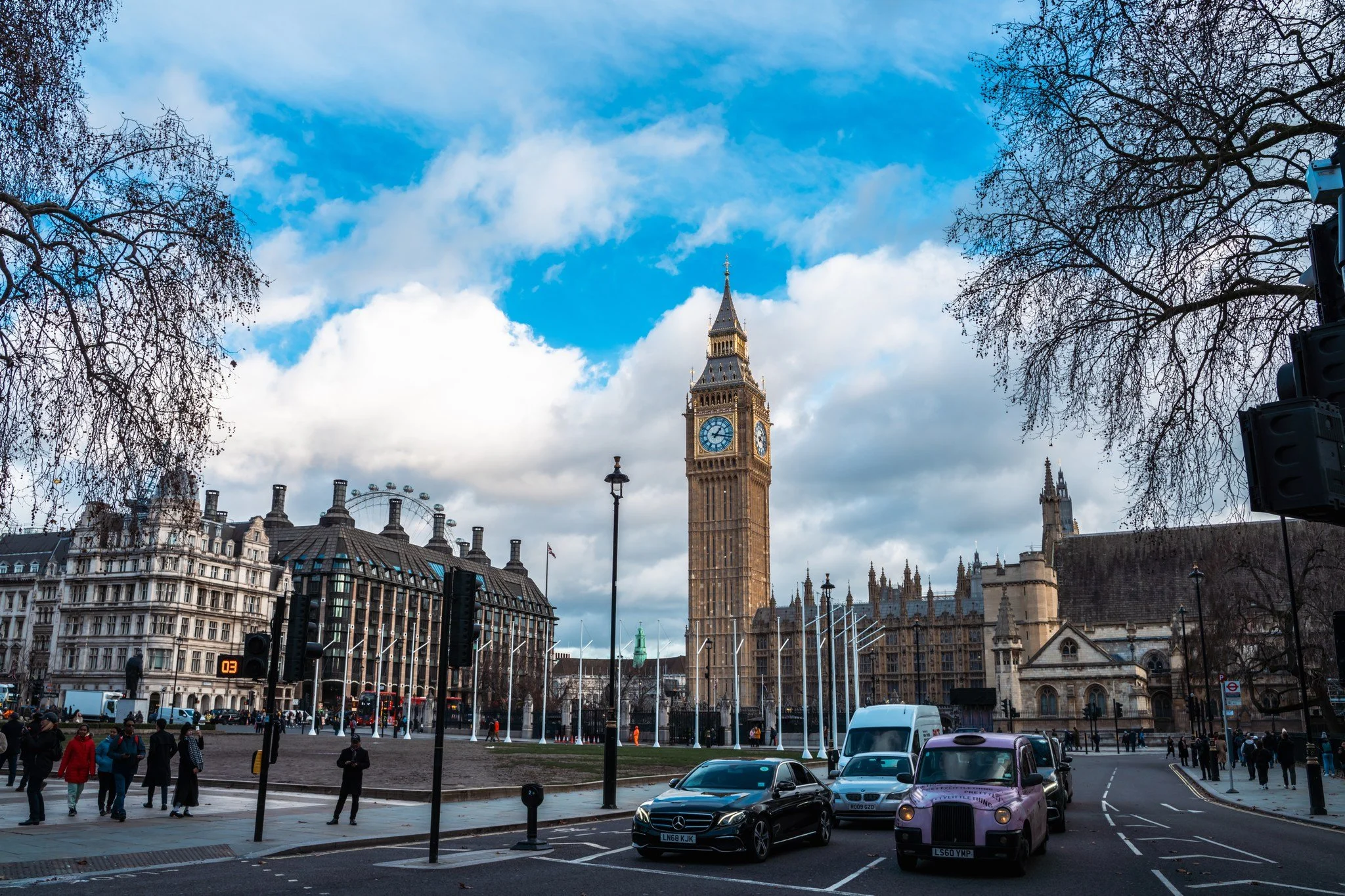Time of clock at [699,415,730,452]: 1:17
